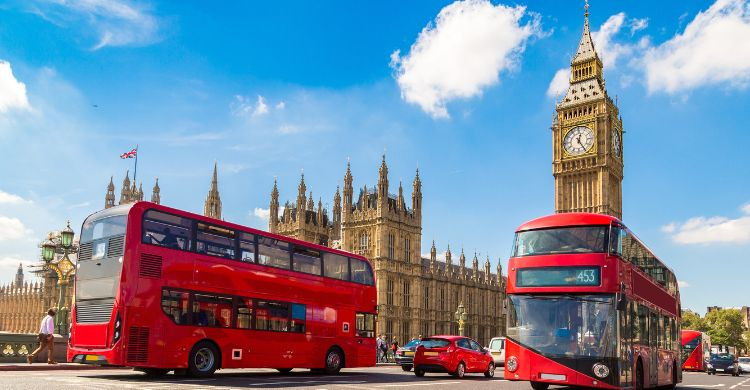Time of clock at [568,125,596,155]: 12:24
